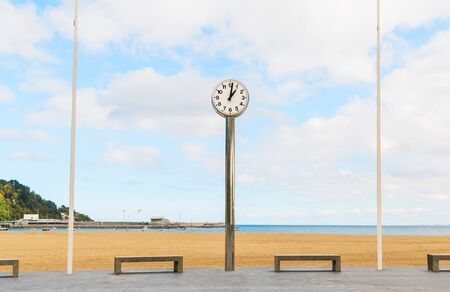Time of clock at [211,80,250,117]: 1:01
